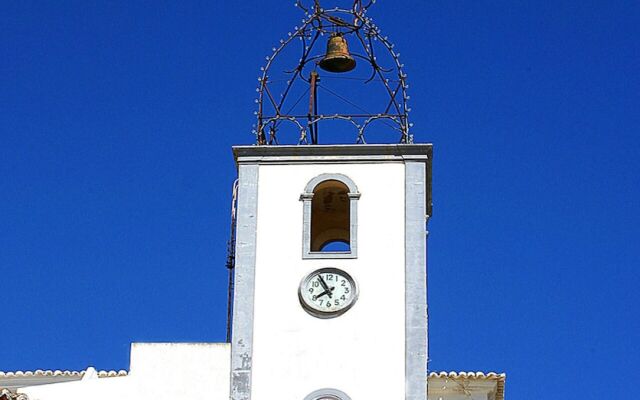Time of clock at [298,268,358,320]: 7:55
